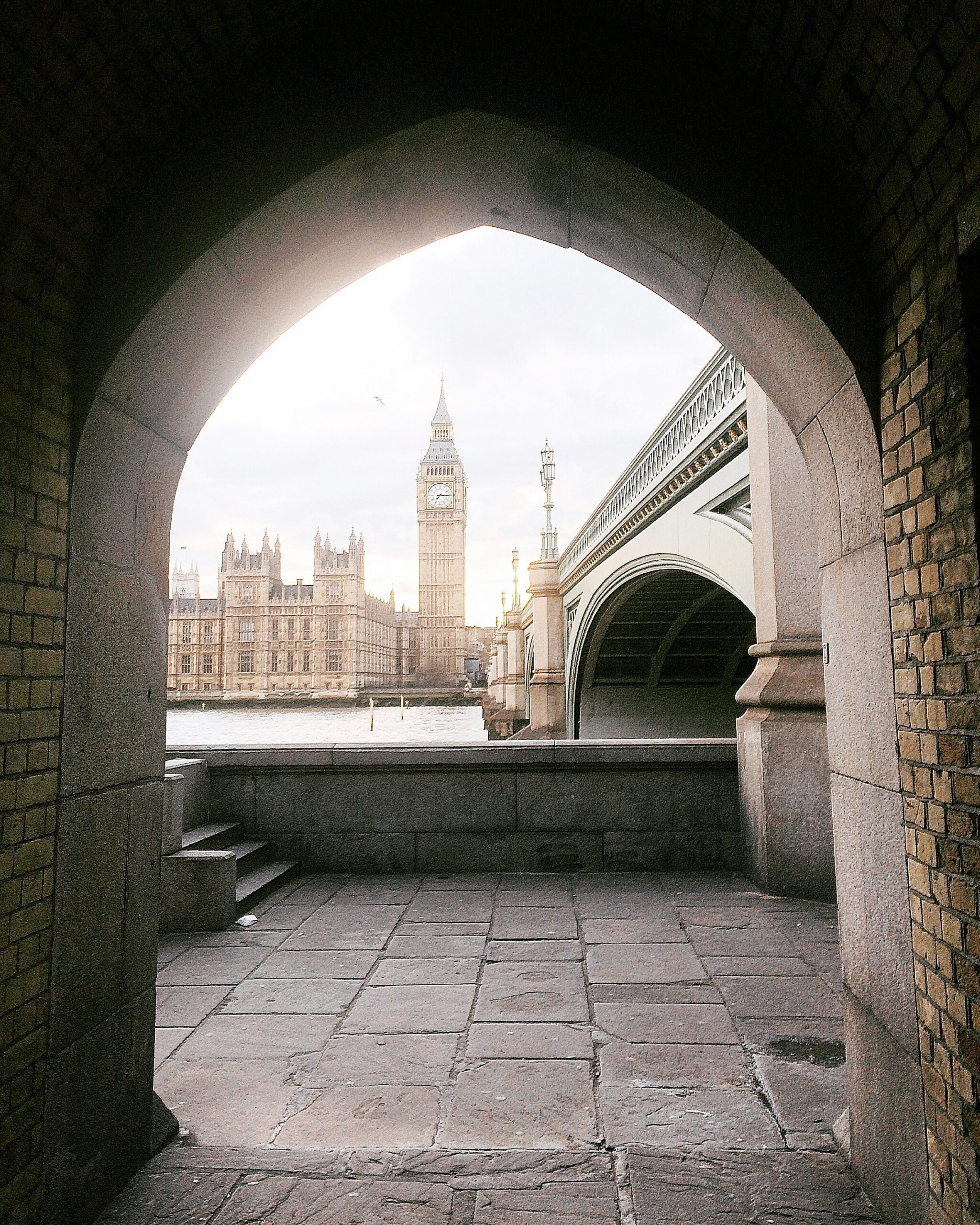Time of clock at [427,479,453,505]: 7:15
